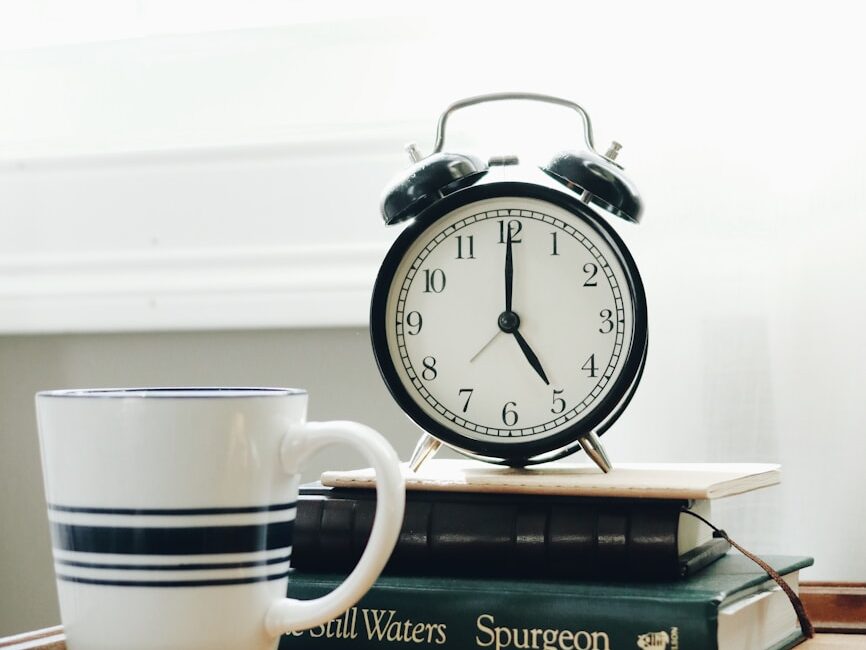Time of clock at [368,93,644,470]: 5:00
